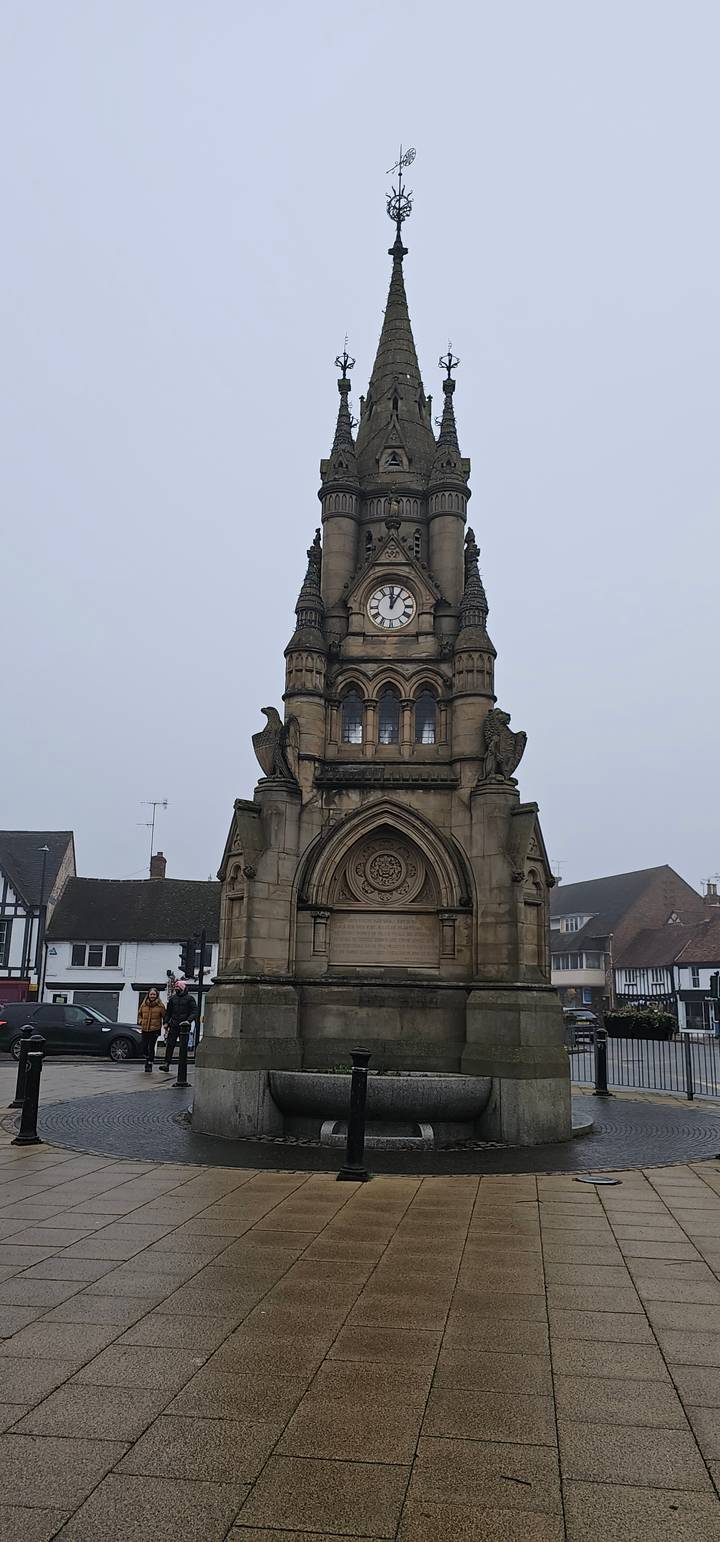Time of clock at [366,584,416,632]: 12:05
